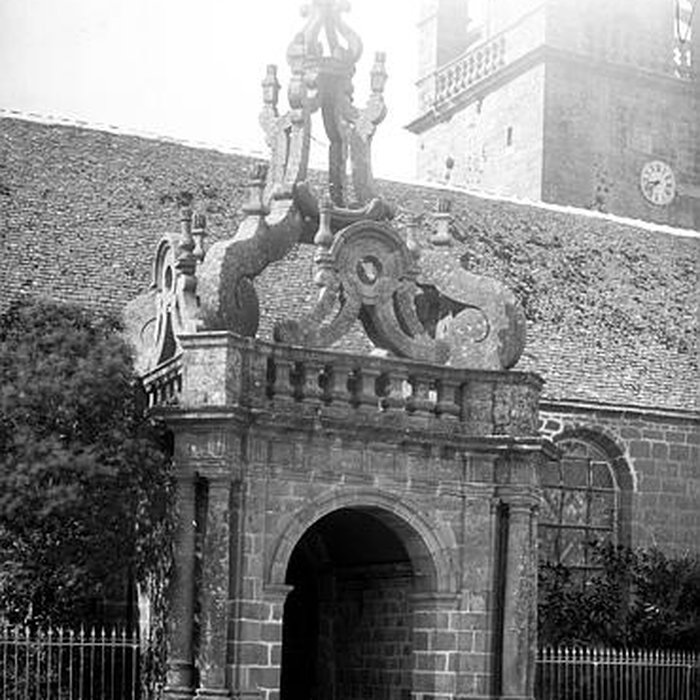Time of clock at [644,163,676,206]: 8:38
